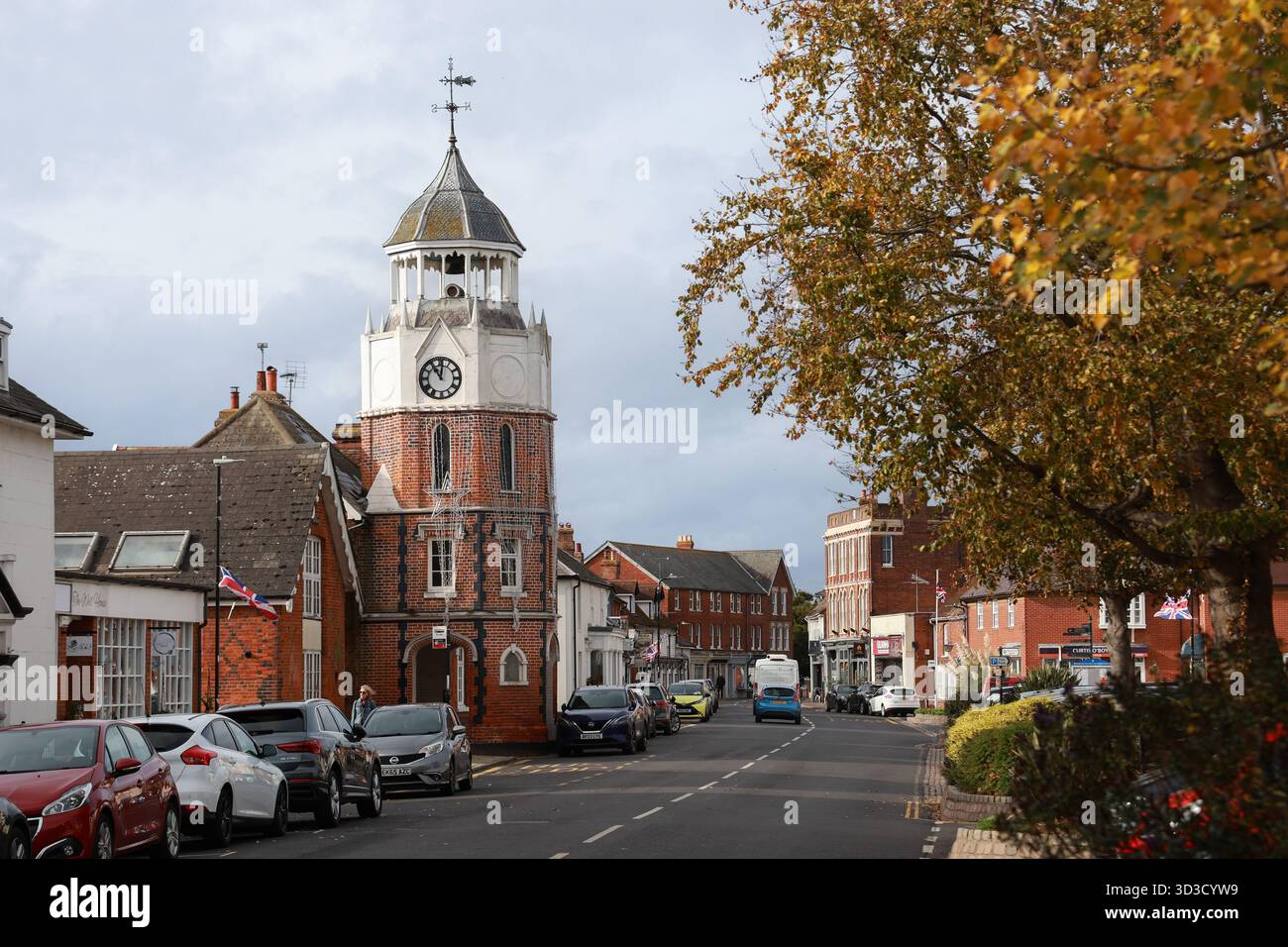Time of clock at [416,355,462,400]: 11:01
